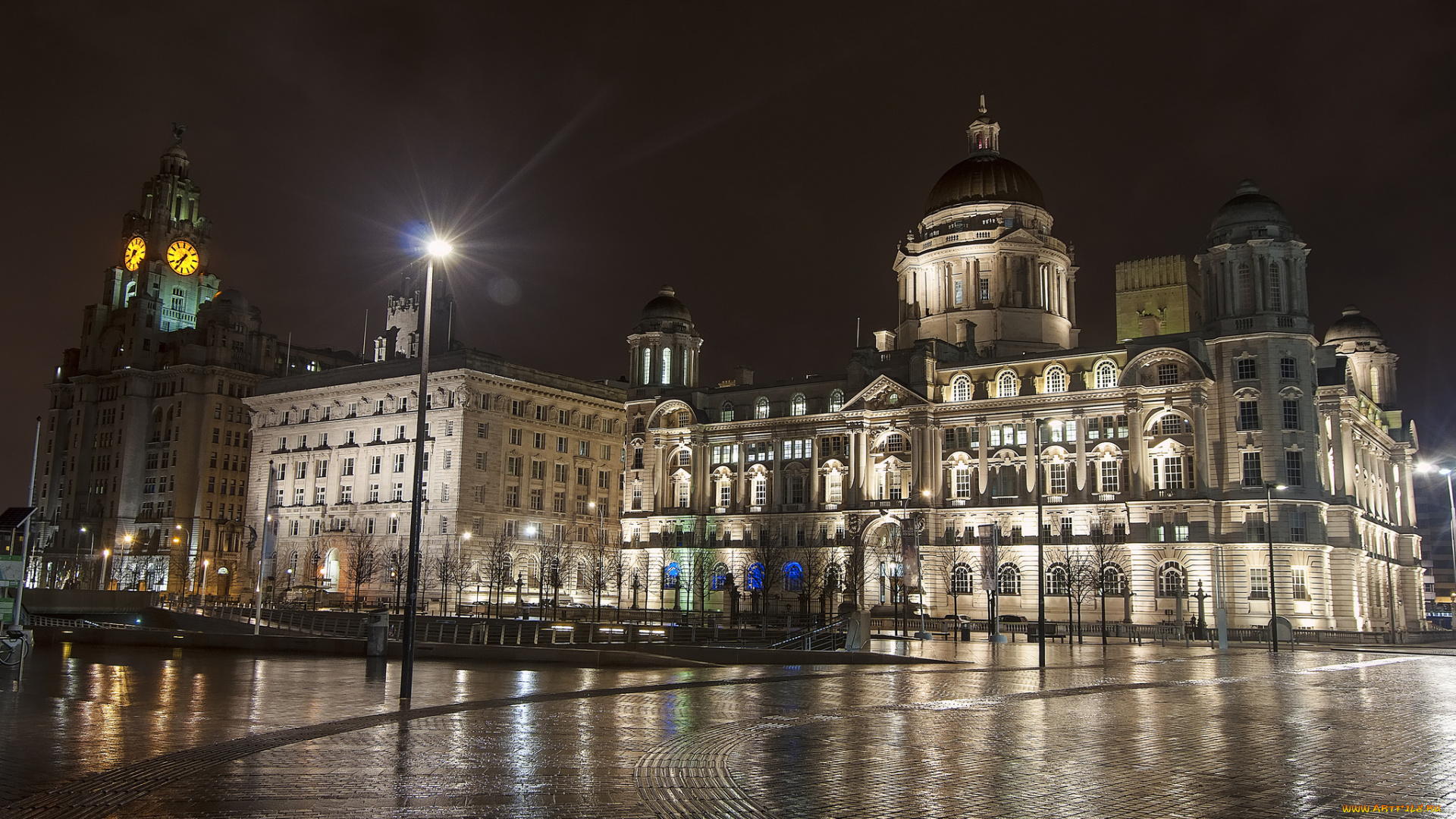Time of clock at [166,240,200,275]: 7:34
